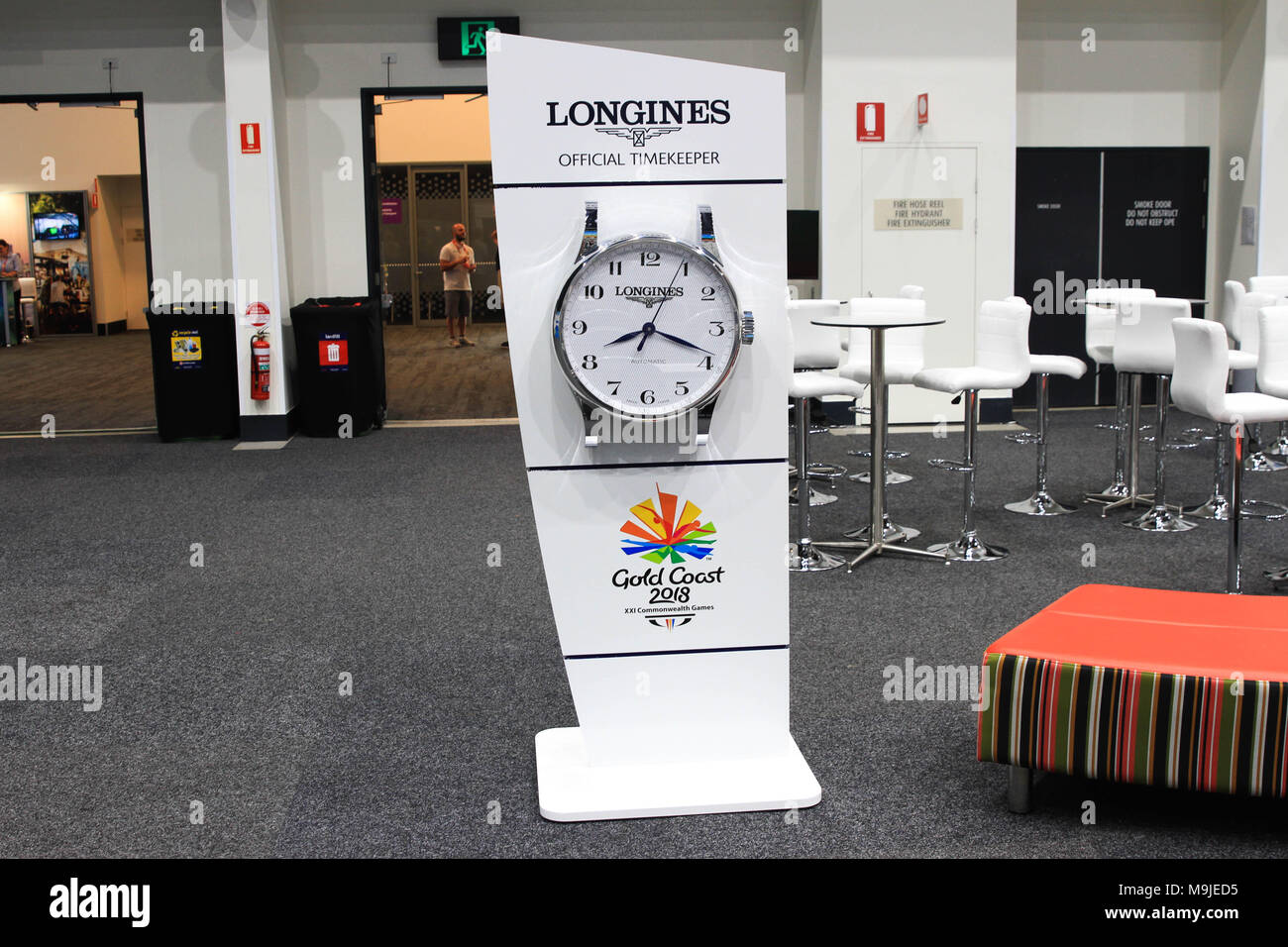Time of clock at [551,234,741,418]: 8:18
